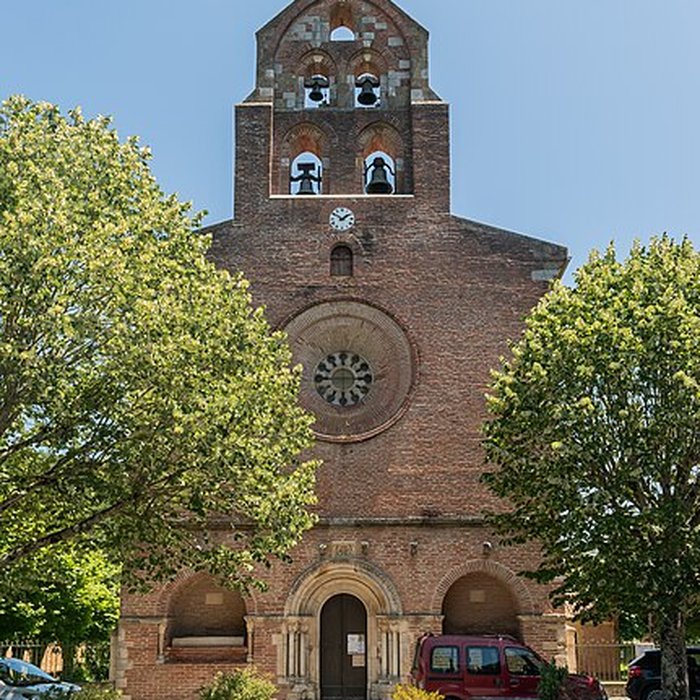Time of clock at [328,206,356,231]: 1:50
